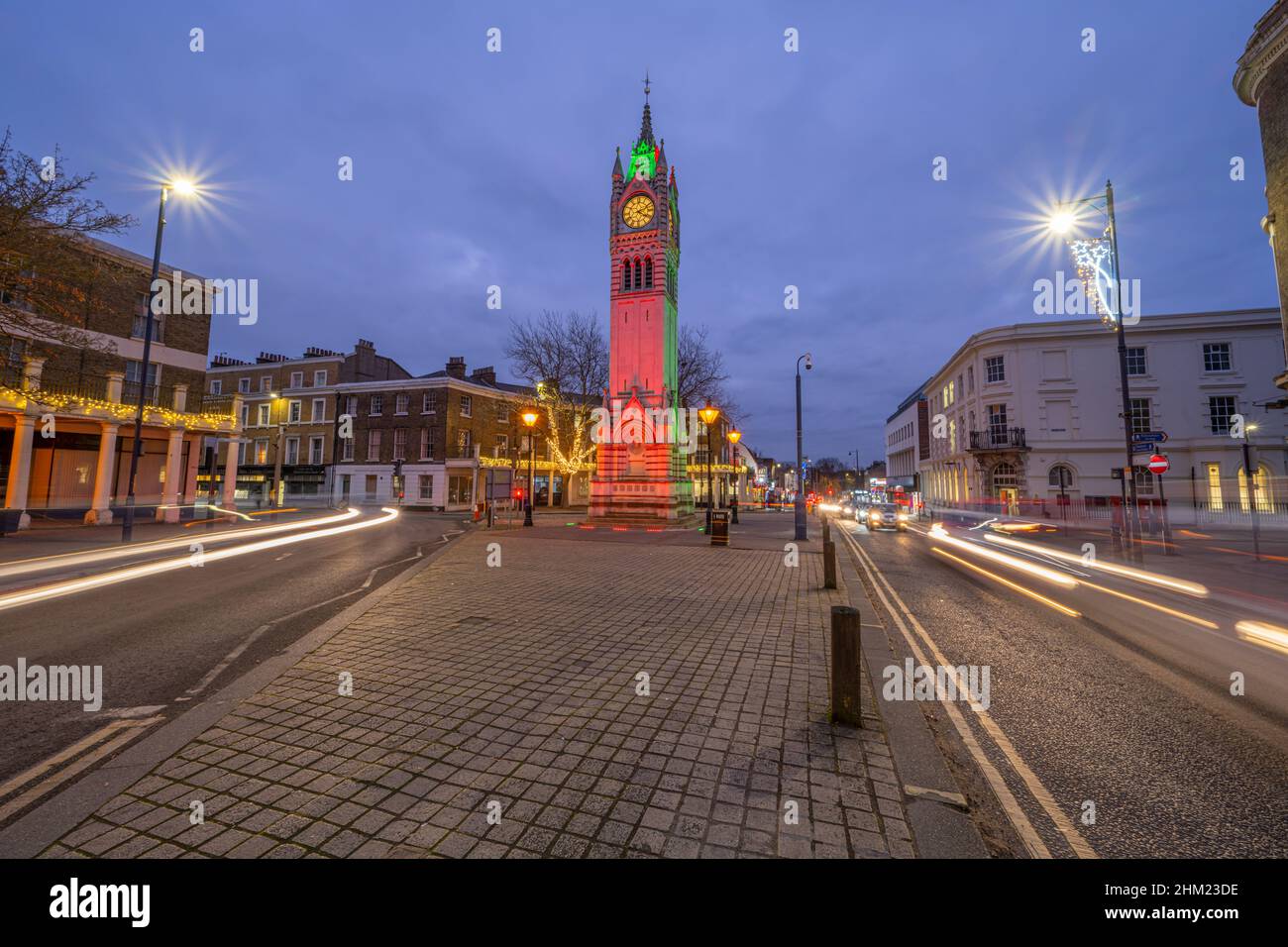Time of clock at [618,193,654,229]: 4:11
